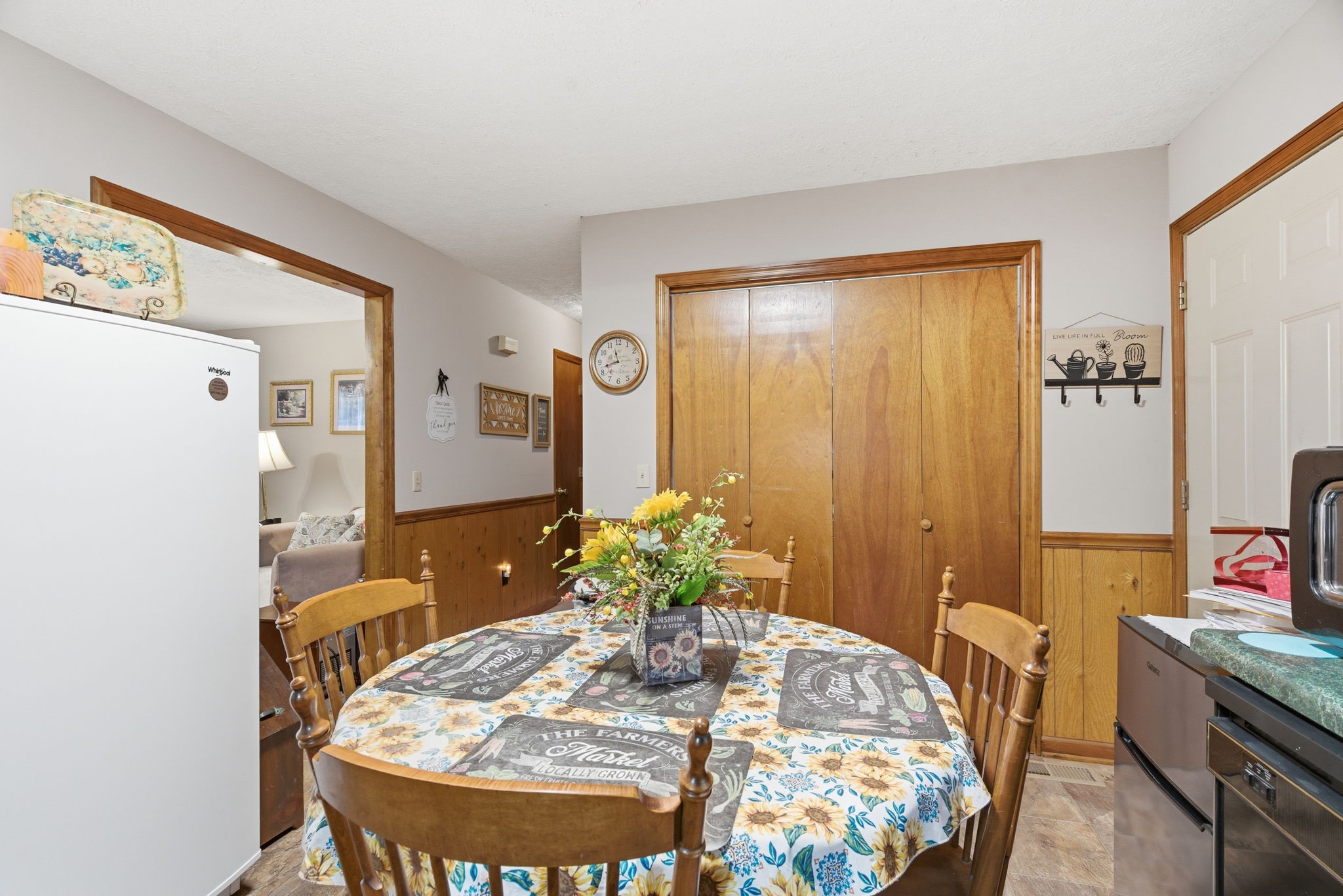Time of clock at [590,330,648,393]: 11:42
